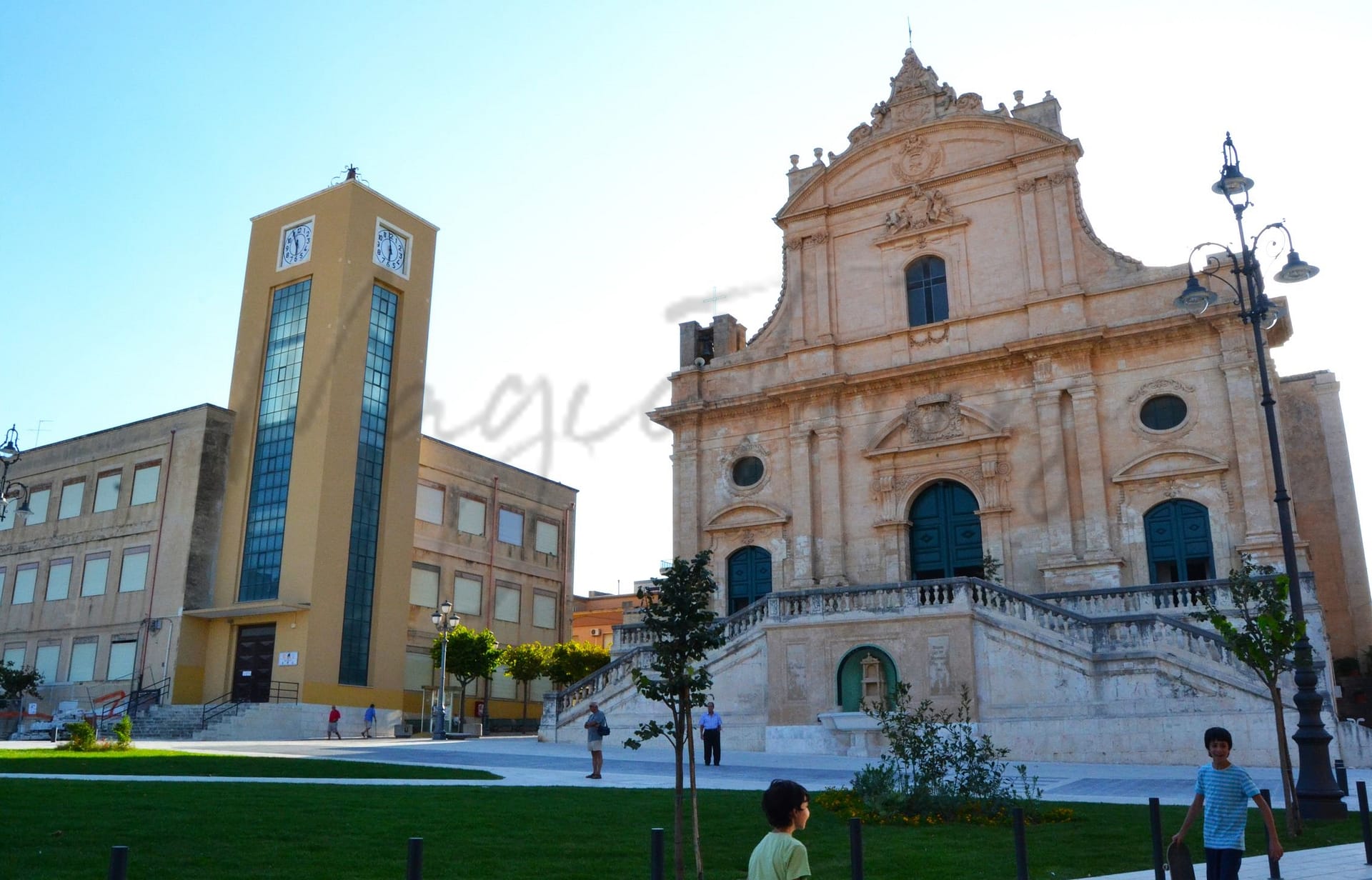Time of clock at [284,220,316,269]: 5:55
